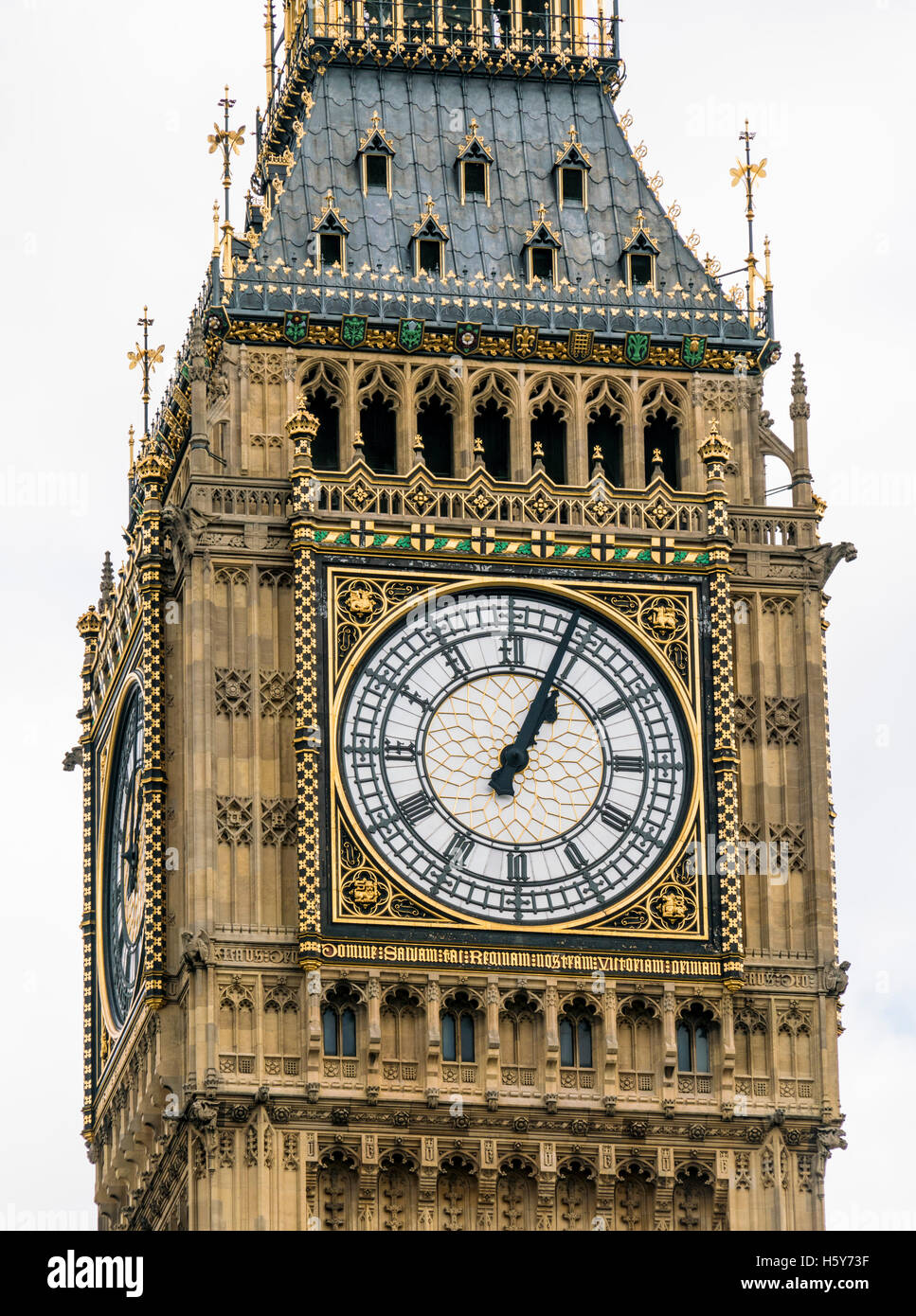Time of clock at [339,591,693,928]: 1:03
